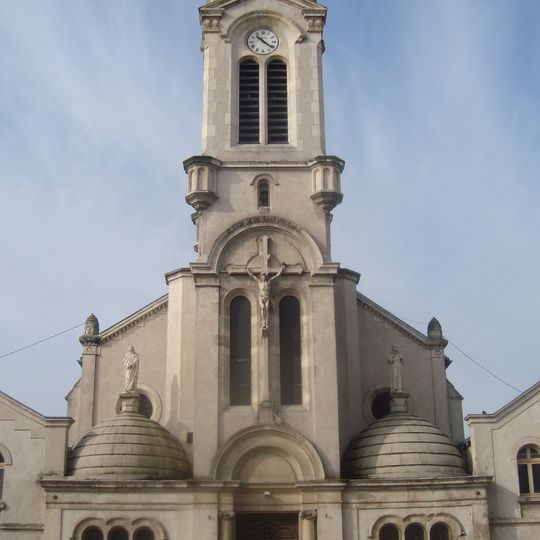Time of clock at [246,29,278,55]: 10:21
